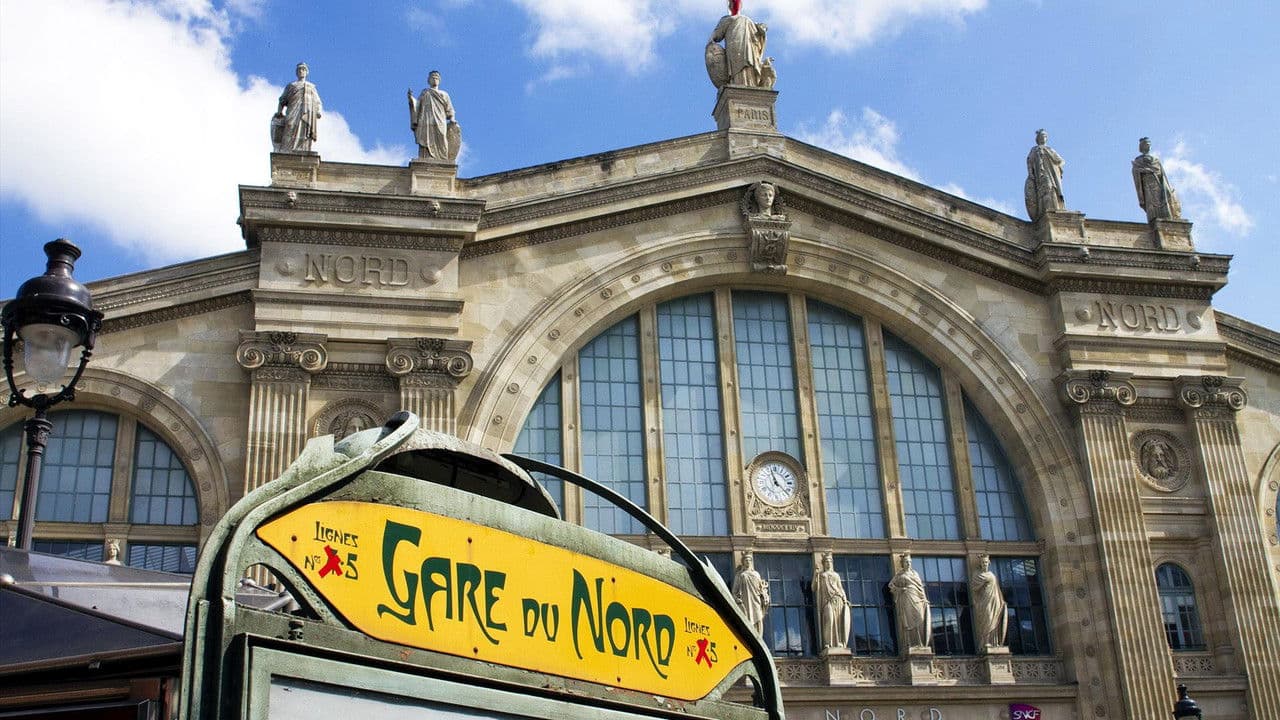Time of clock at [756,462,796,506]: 11:22
